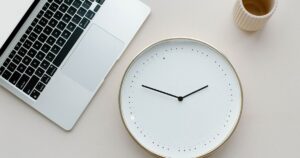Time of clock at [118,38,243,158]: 1:47
